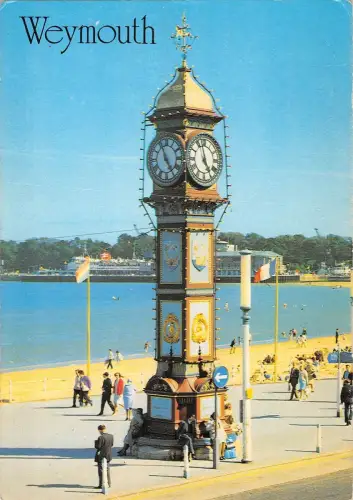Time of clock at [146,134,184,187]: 4:56
